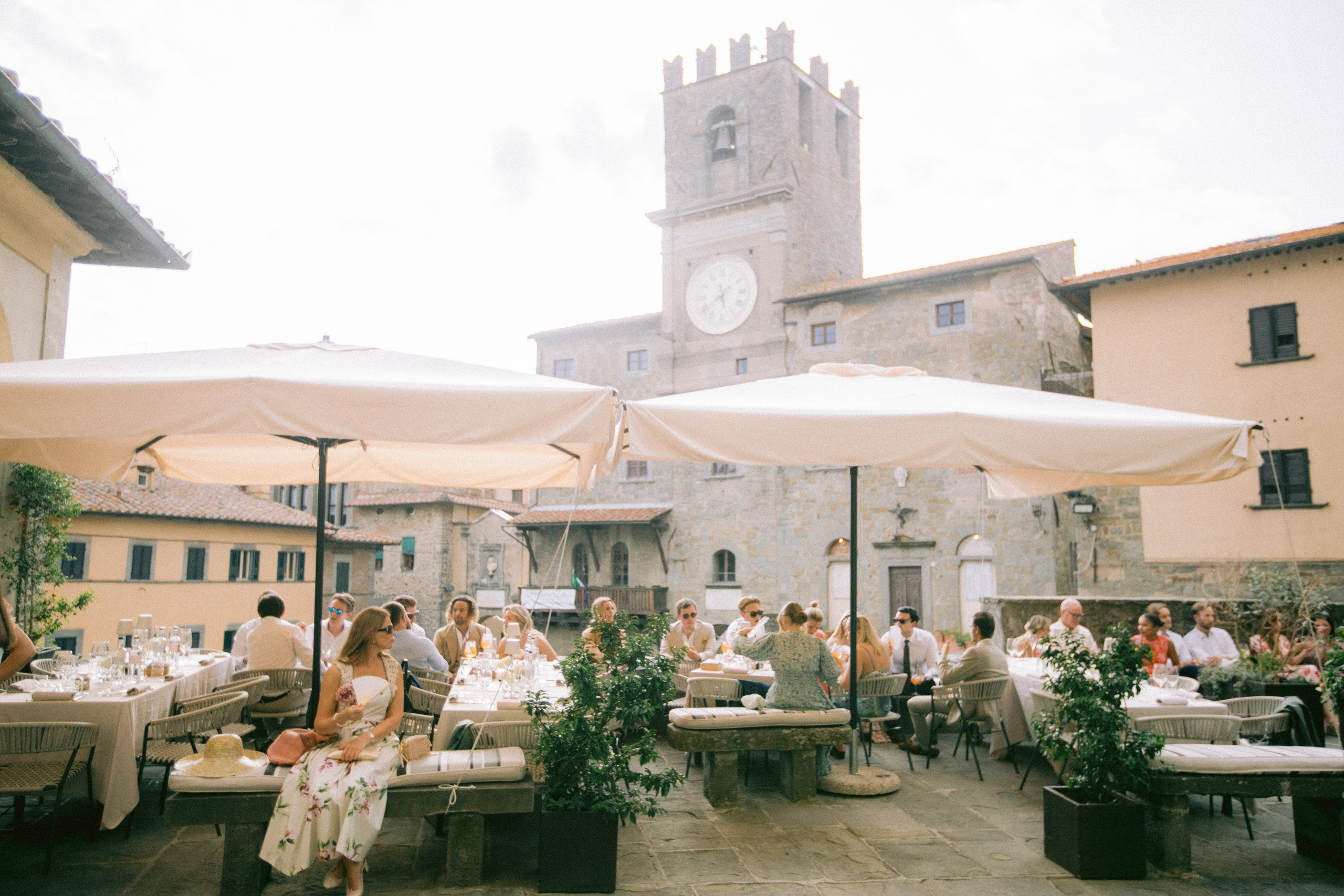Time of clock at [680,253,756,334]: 5:38
